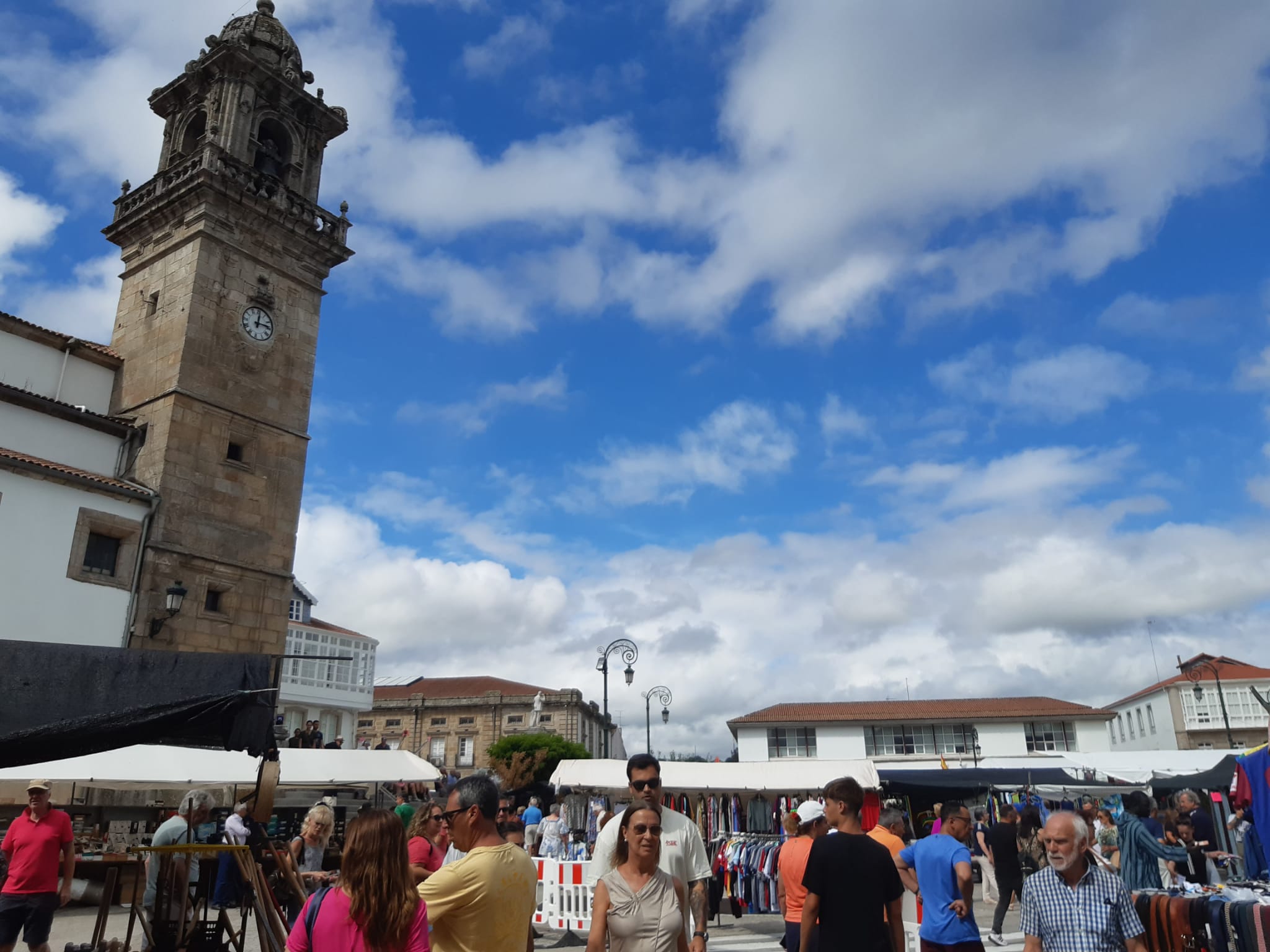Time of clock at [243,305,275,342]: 12:14
